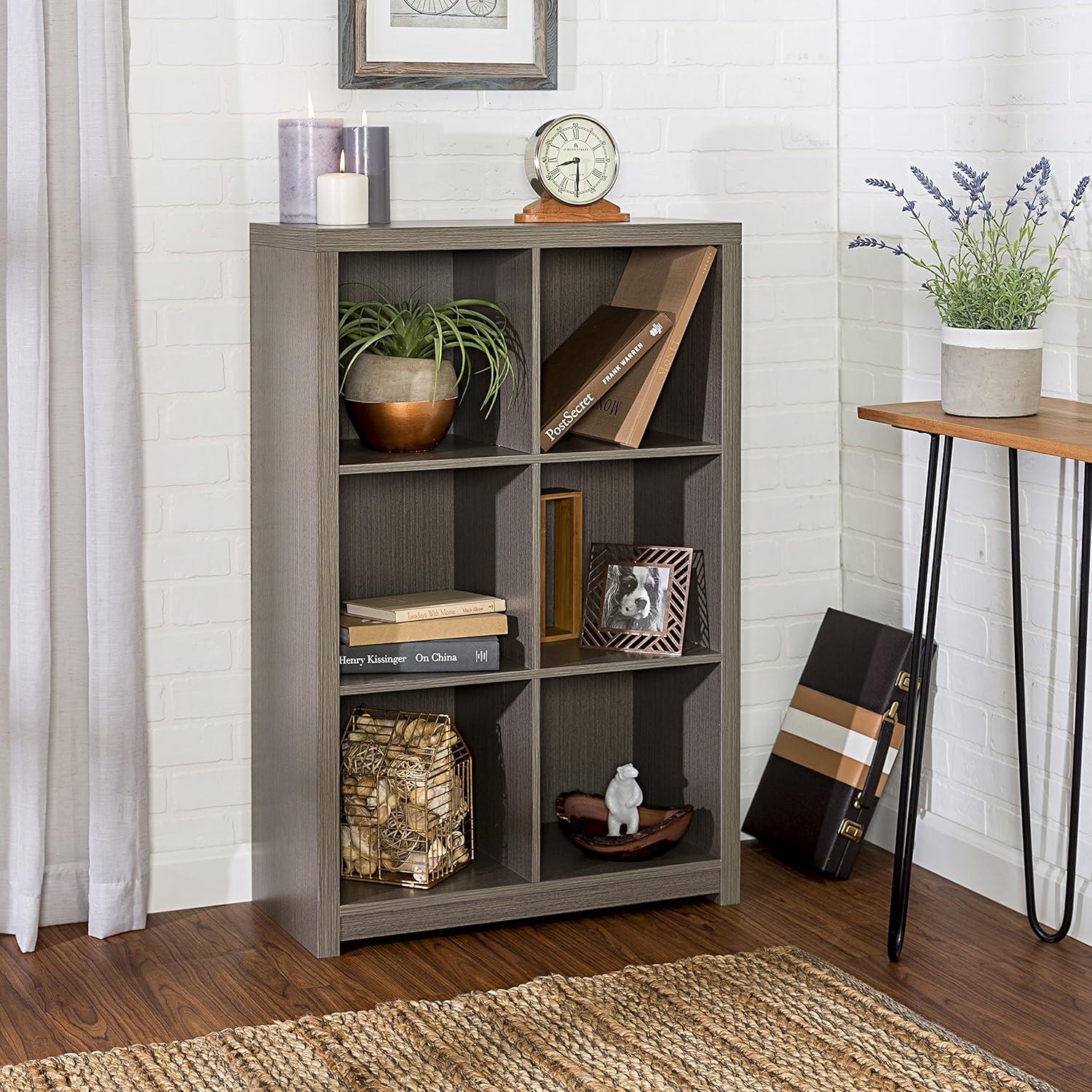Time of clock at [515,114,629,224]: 8:30
